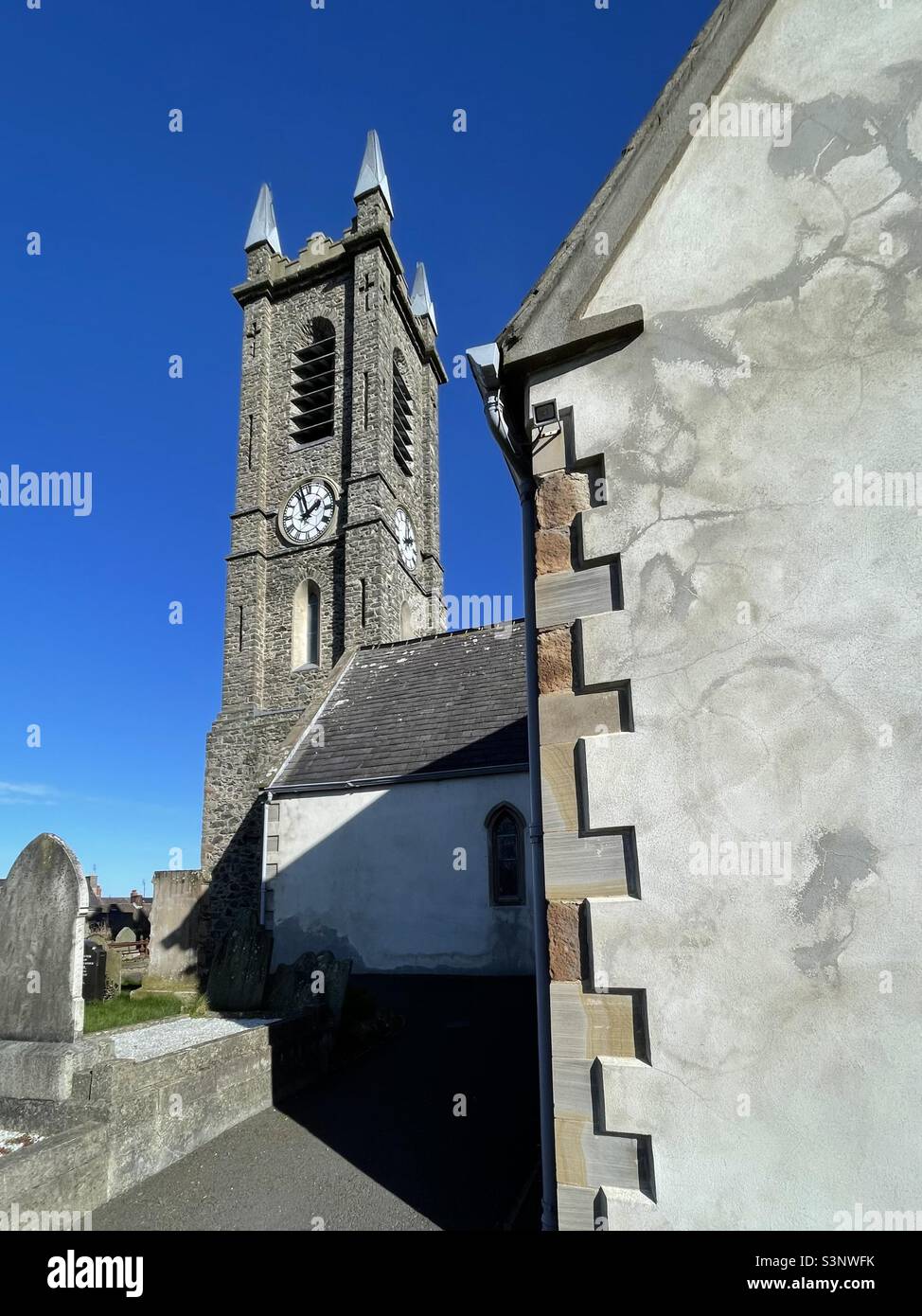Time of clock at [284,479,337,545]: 1:57
